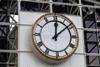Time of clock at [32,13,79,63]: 12:08
